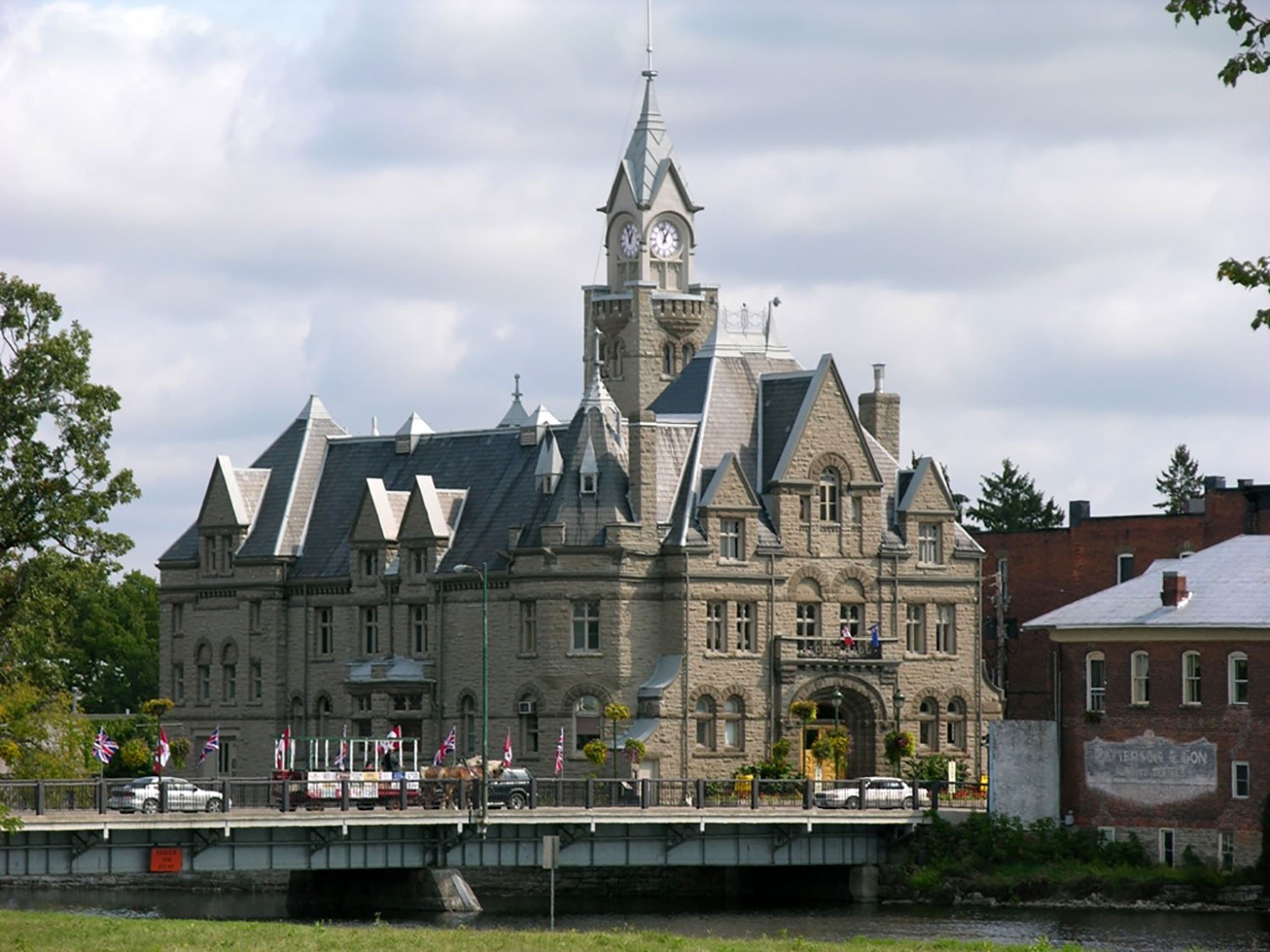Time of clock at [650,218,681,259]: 12:57
